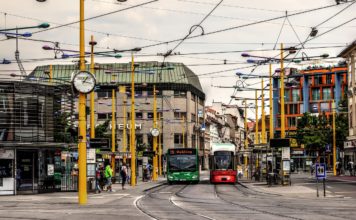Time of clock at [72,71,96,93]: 1:16
